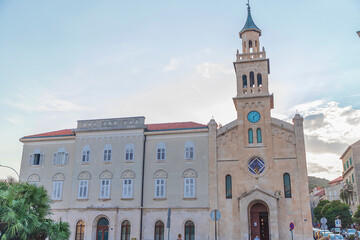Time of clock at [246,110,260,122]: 6:08
